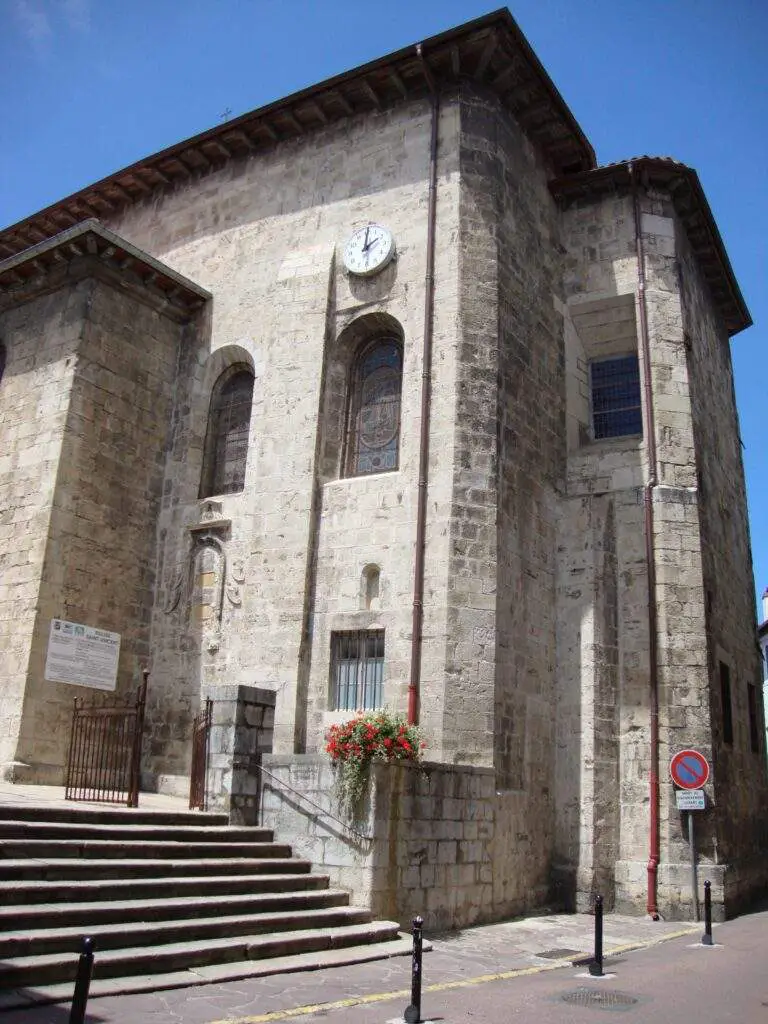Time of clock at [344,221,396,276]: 2:01
